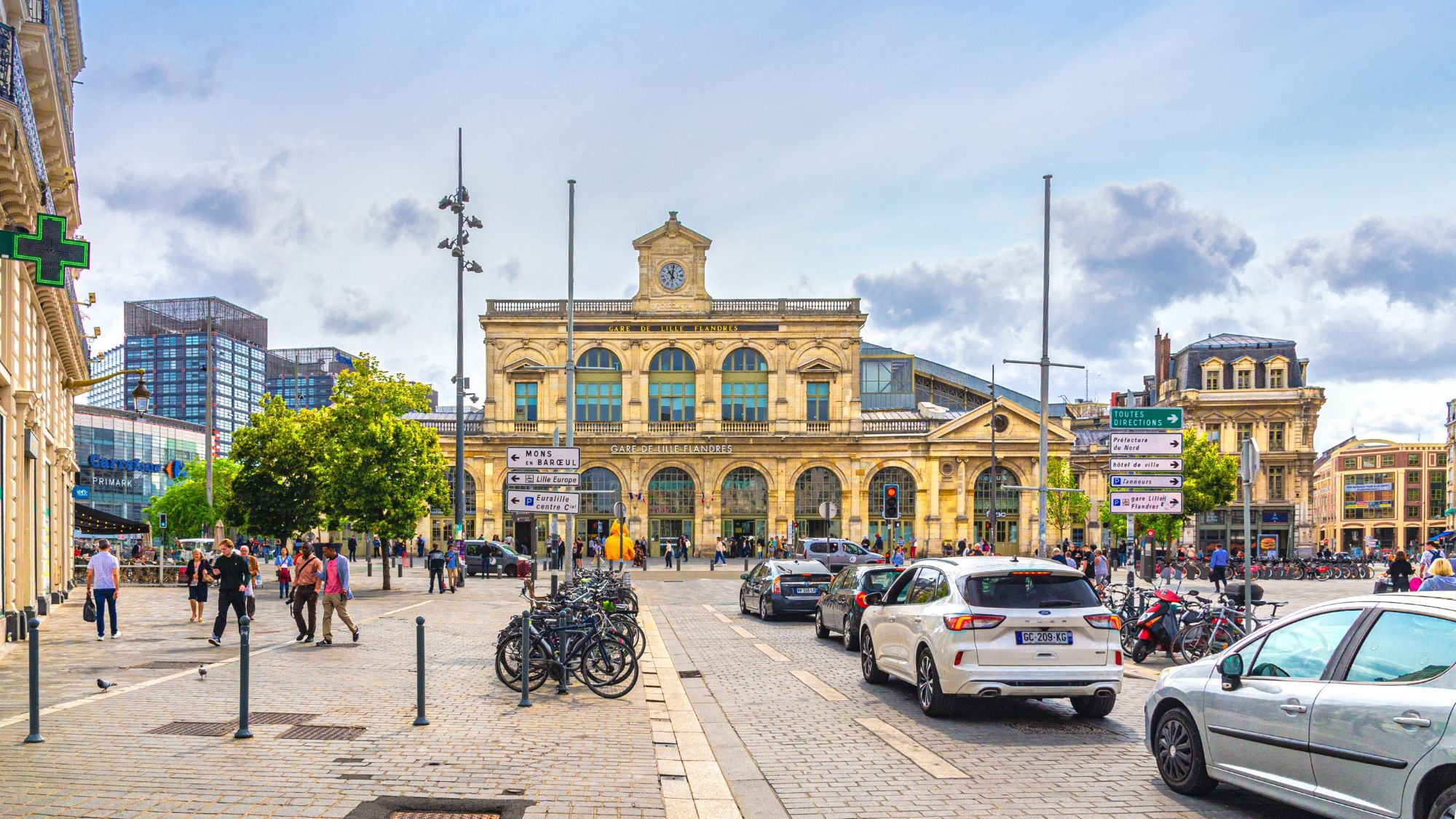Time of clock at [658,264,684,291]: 11:01
